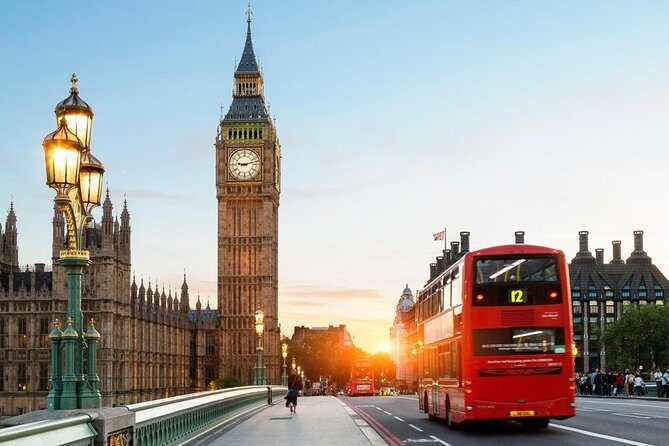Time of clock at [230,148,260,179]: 9:12
